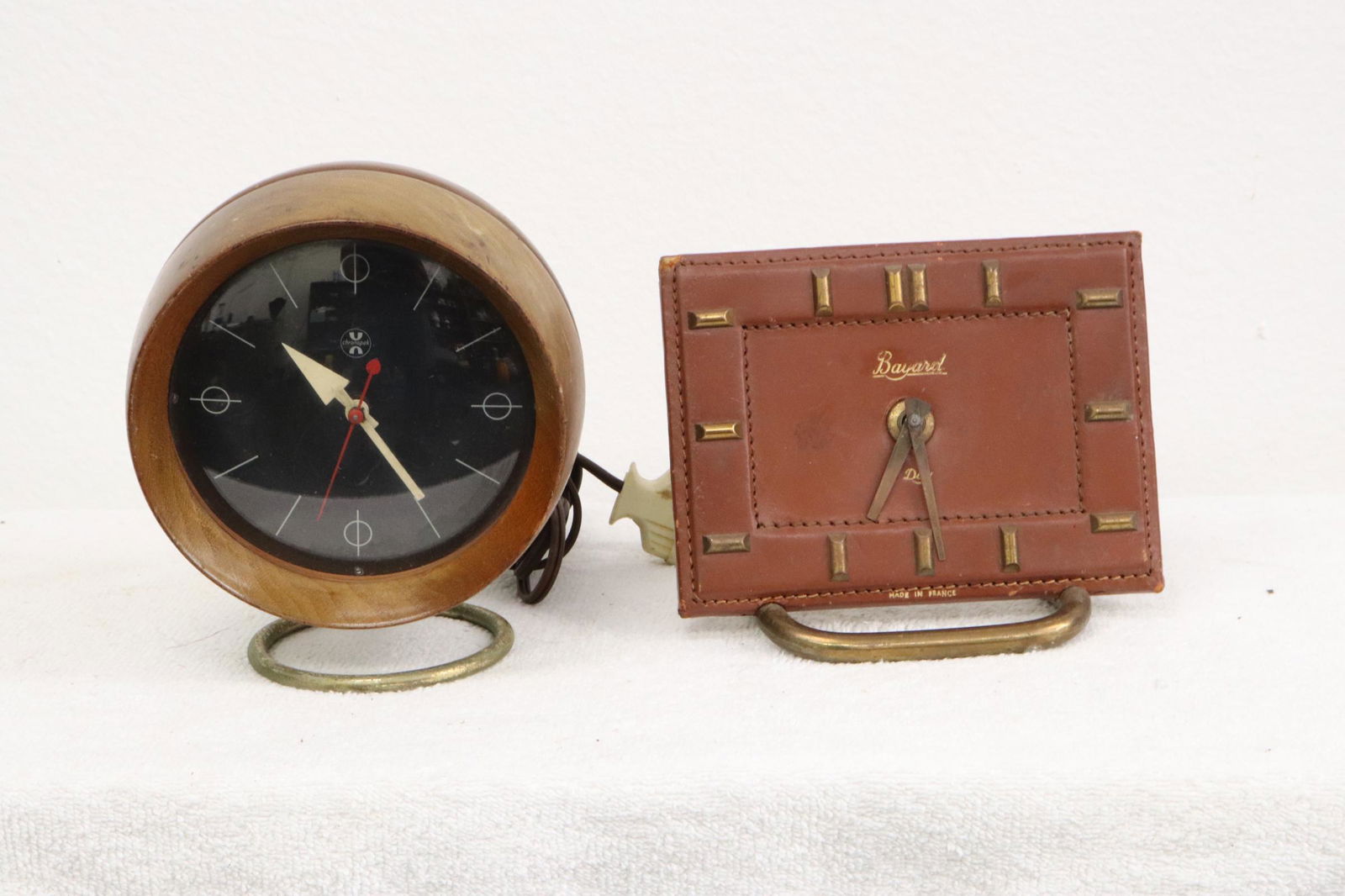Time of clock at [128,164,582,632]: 10:24
